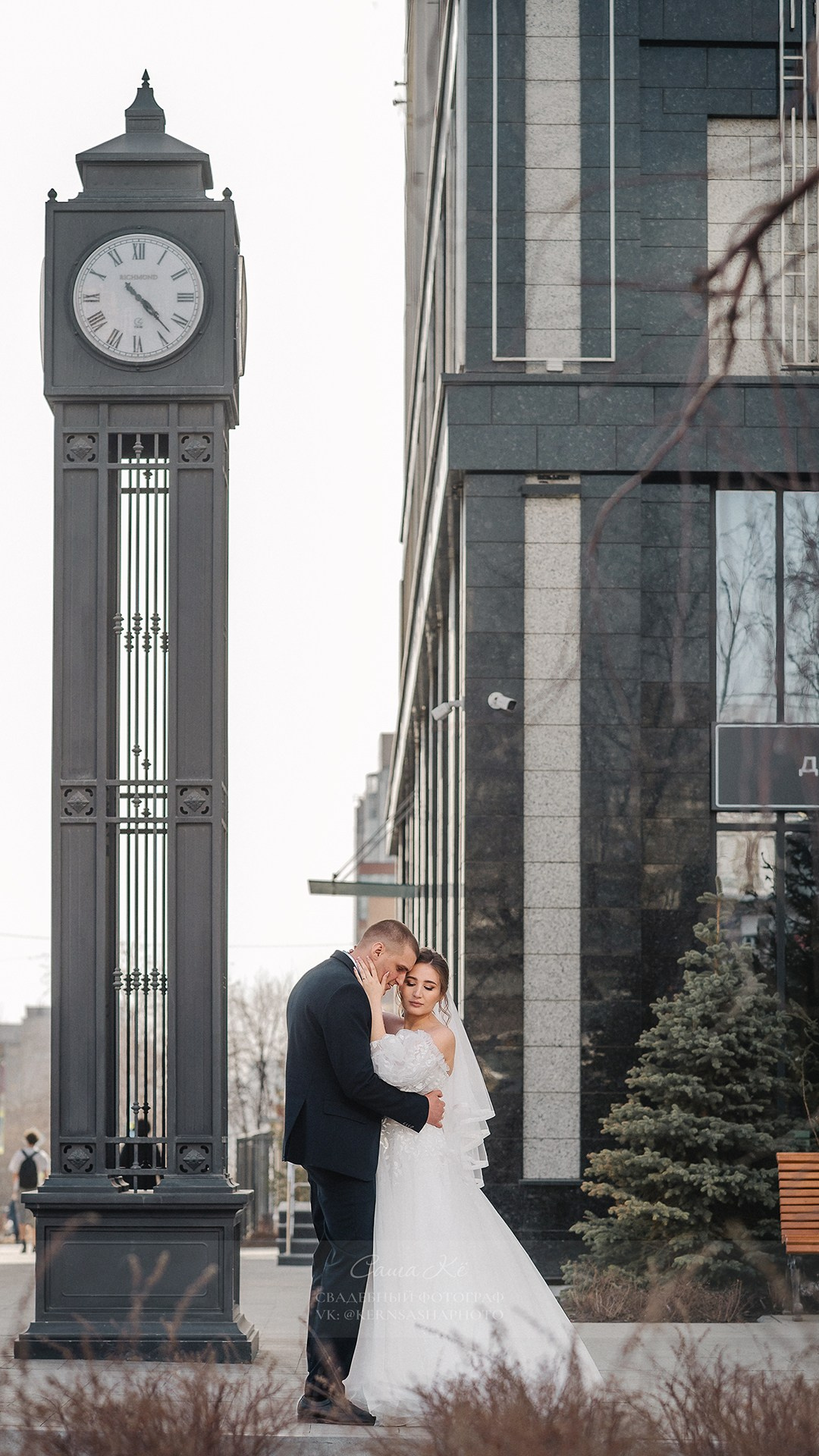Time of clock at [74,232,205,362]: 4:22
